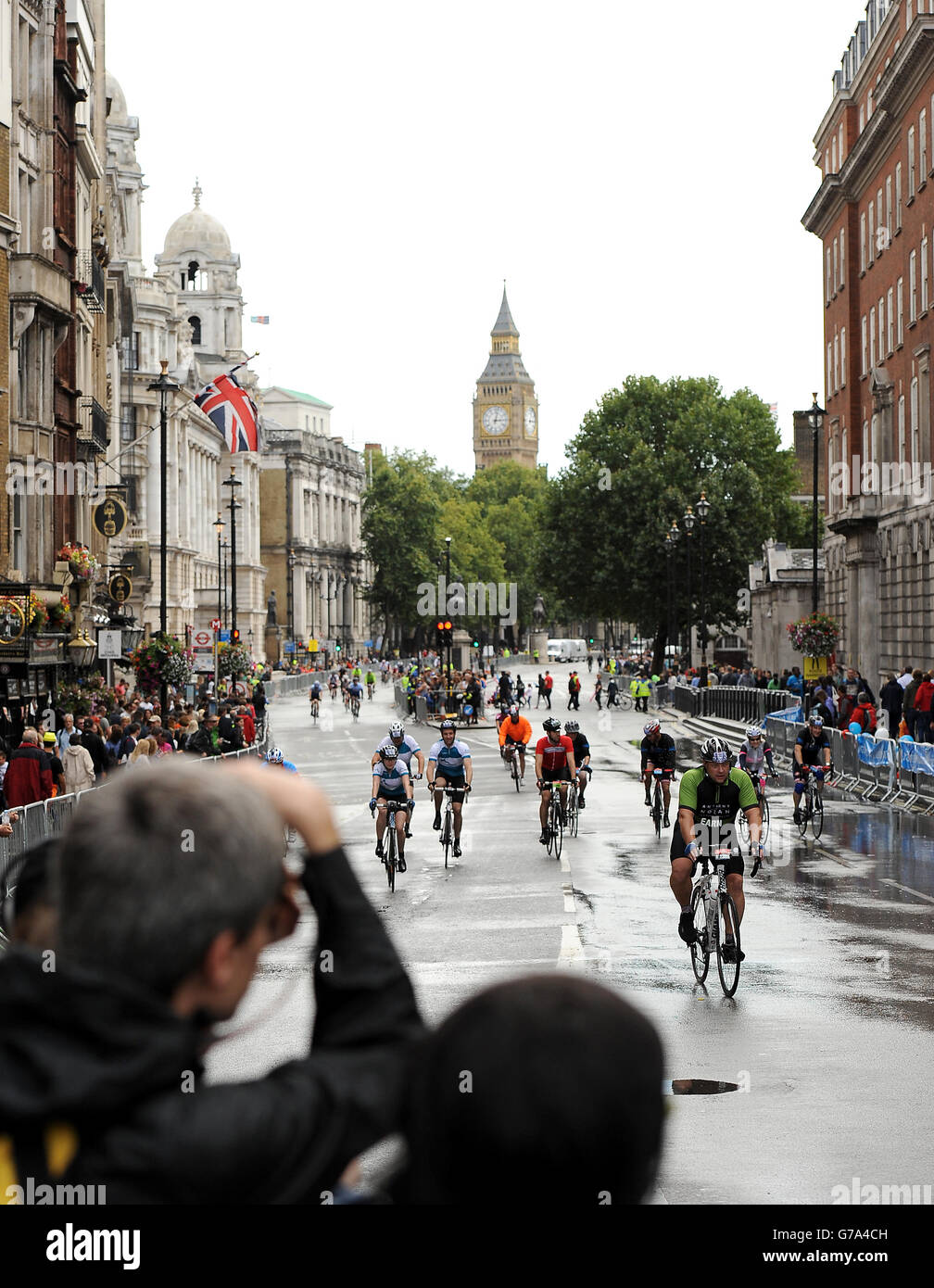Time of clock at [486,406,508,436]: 3:02
